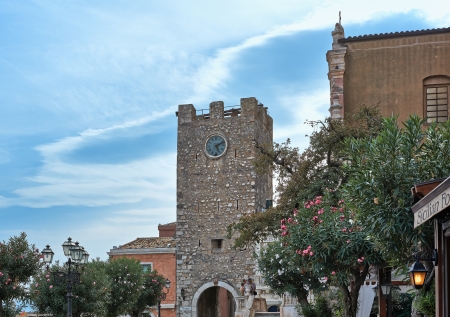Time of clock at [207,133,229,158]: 5:11
